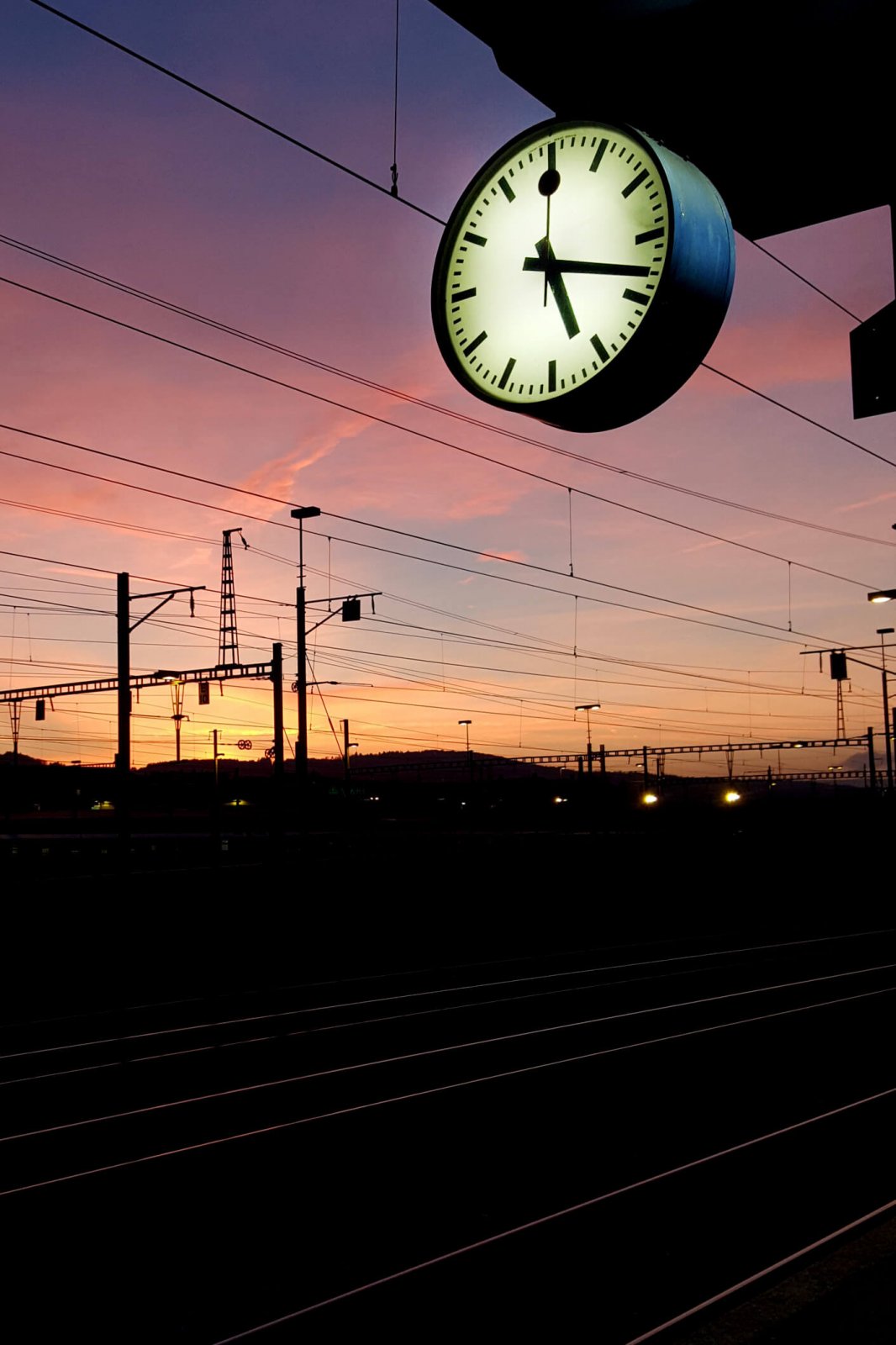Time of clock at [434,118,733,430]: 5:17
